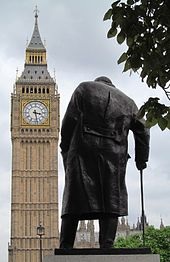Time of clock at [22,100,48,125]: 3:28
